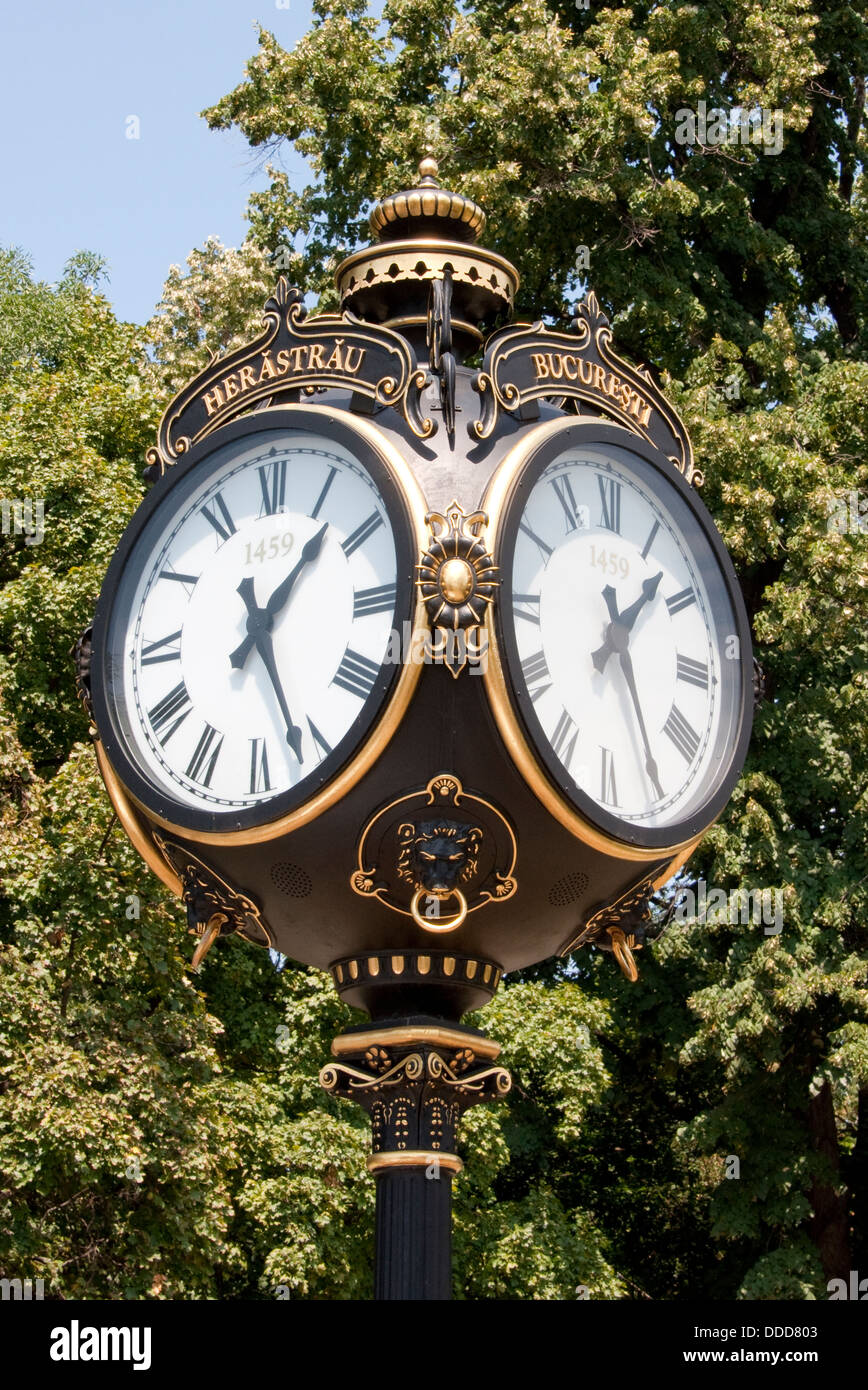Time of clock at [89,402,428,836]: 1:26
